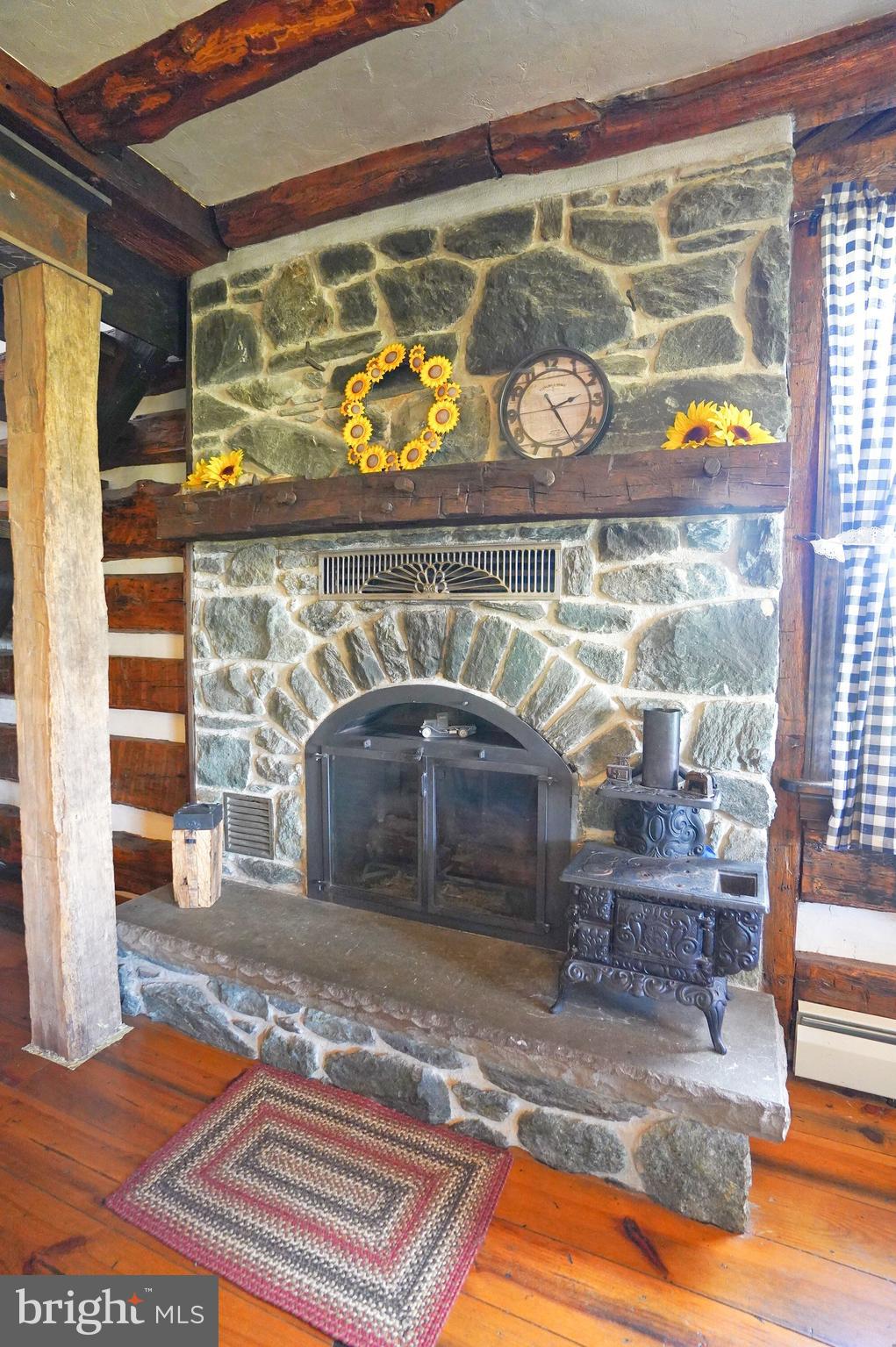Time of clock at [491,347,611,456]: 2:25
